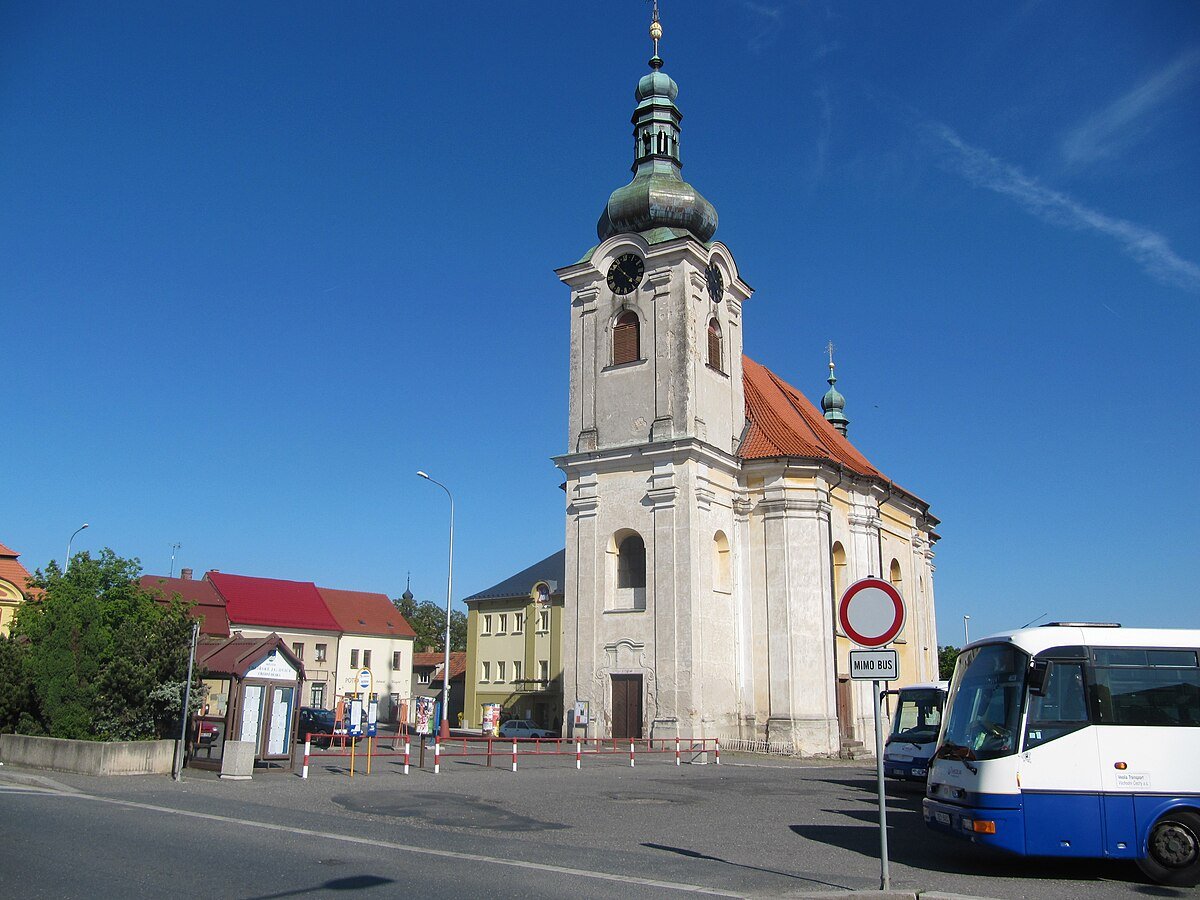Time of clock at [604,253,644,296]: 10:20
